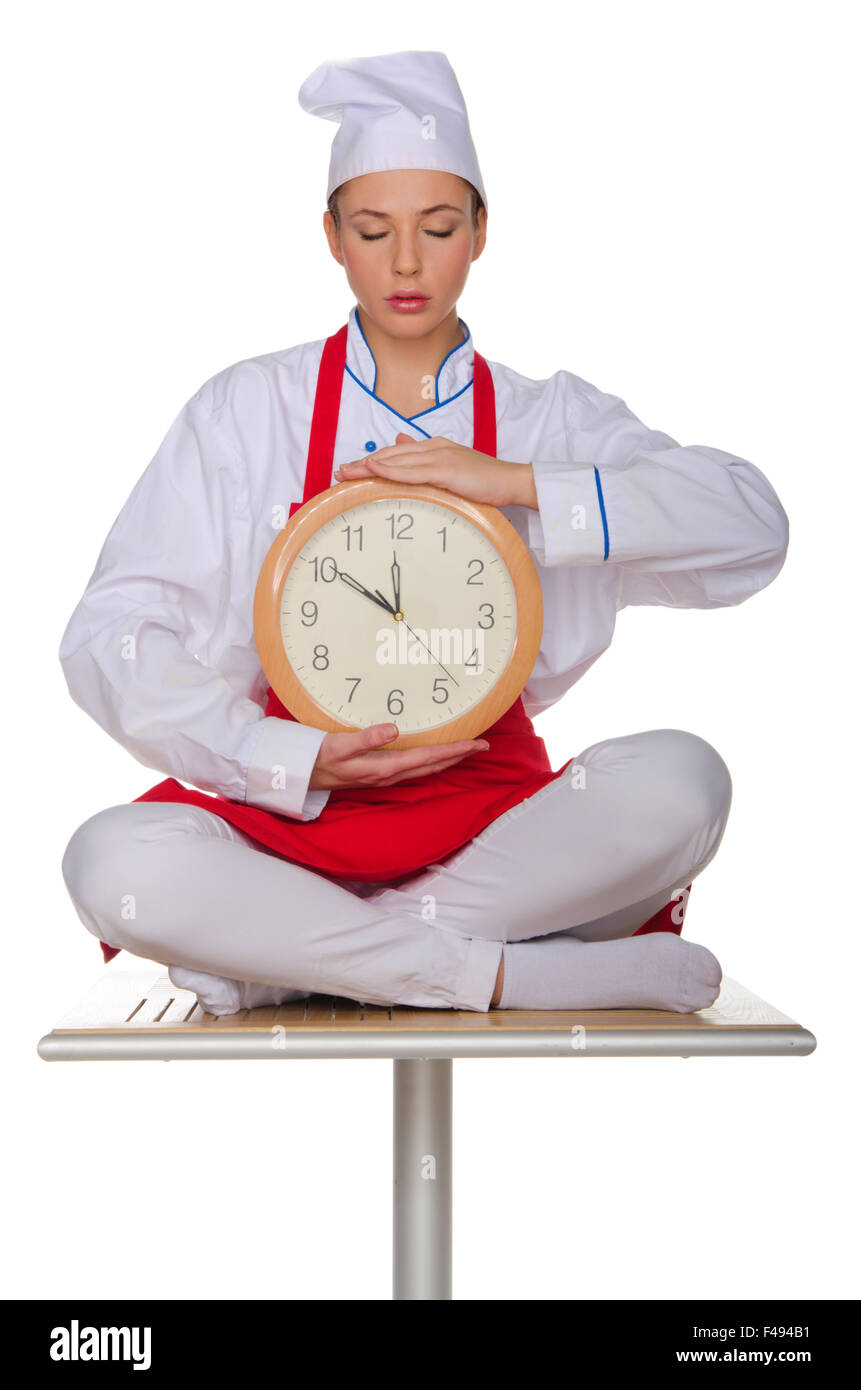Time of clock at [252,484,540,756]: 11:50
